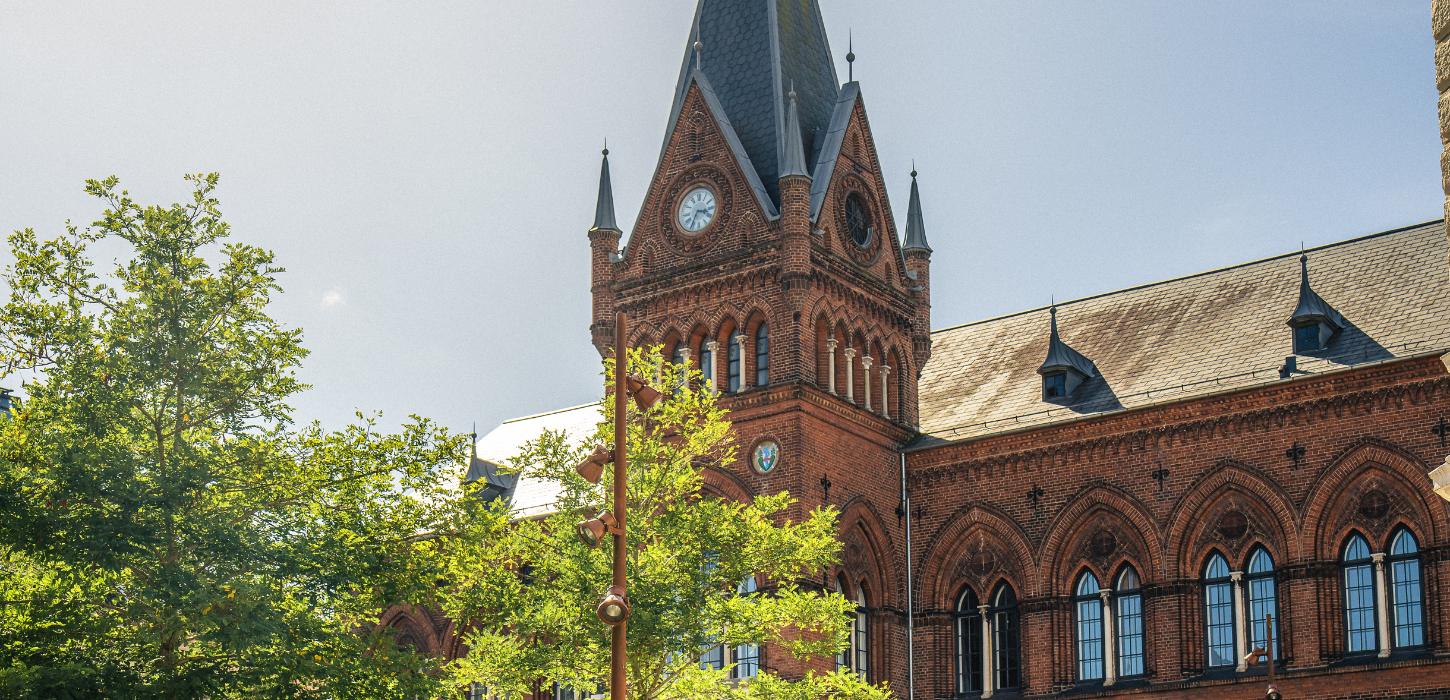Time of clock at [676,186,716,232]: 3:35
